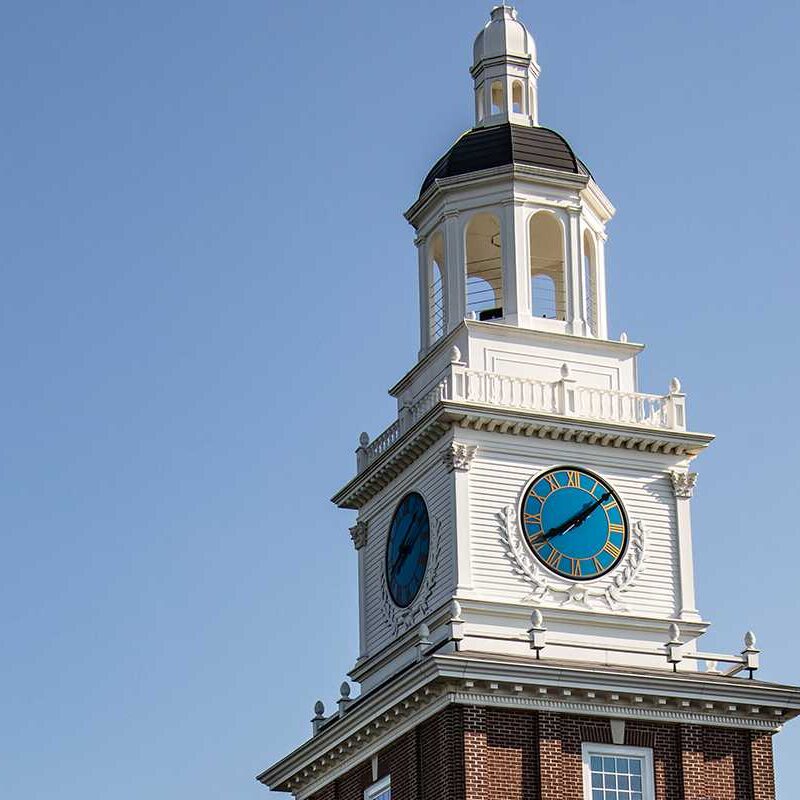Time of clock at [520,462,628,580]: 8:07
